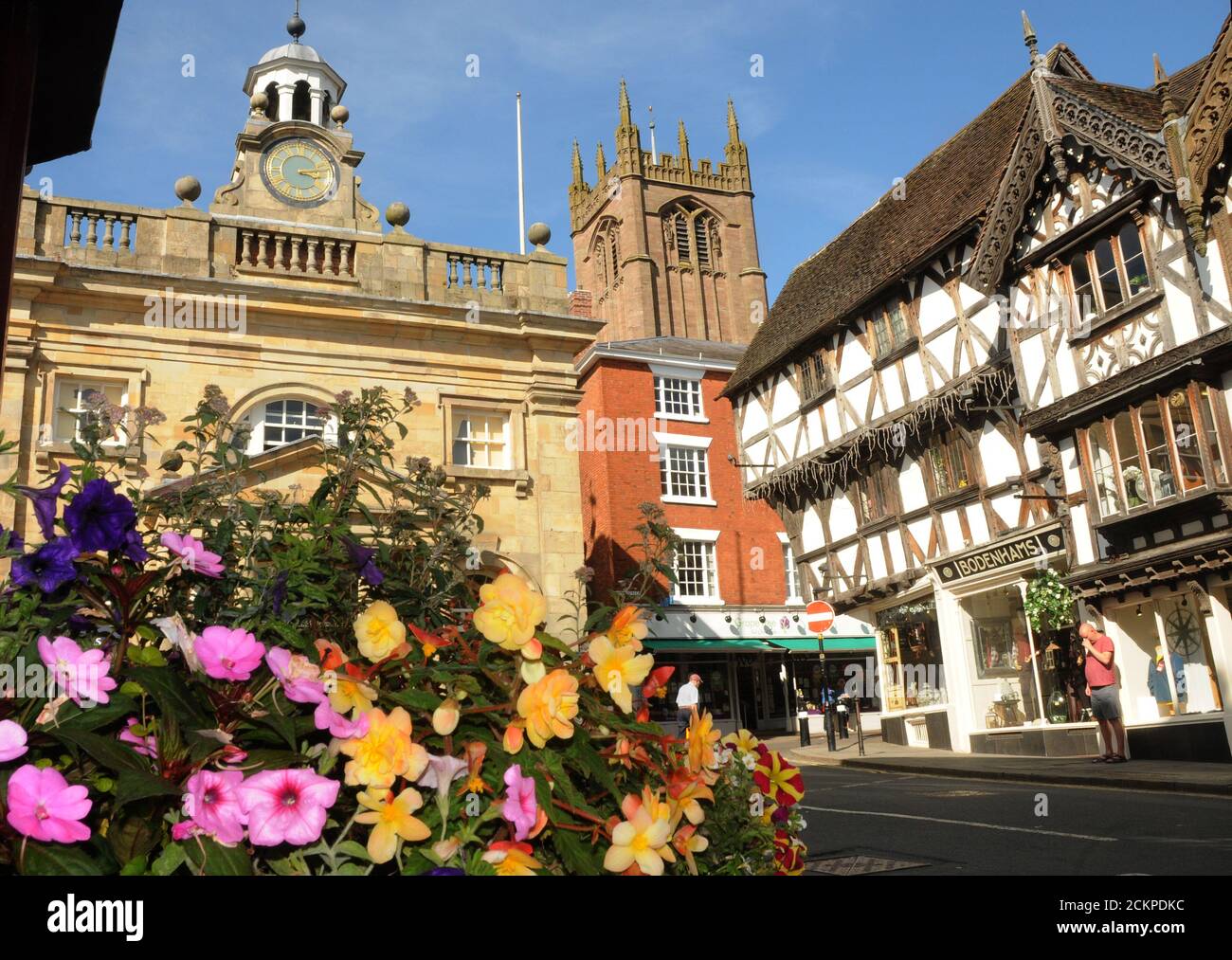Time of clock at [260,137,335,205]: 3:13
